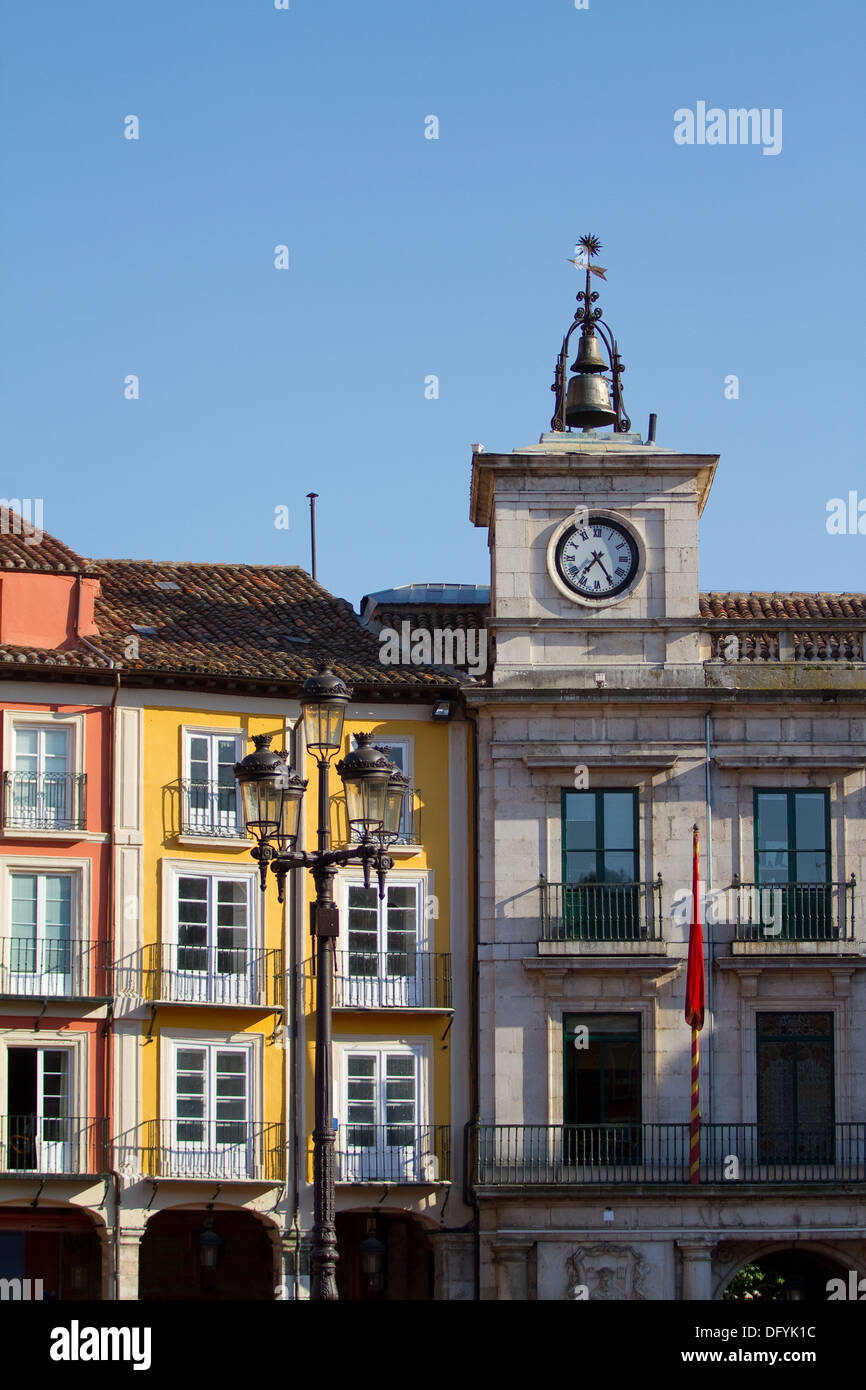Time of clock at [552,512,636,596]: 7:24
